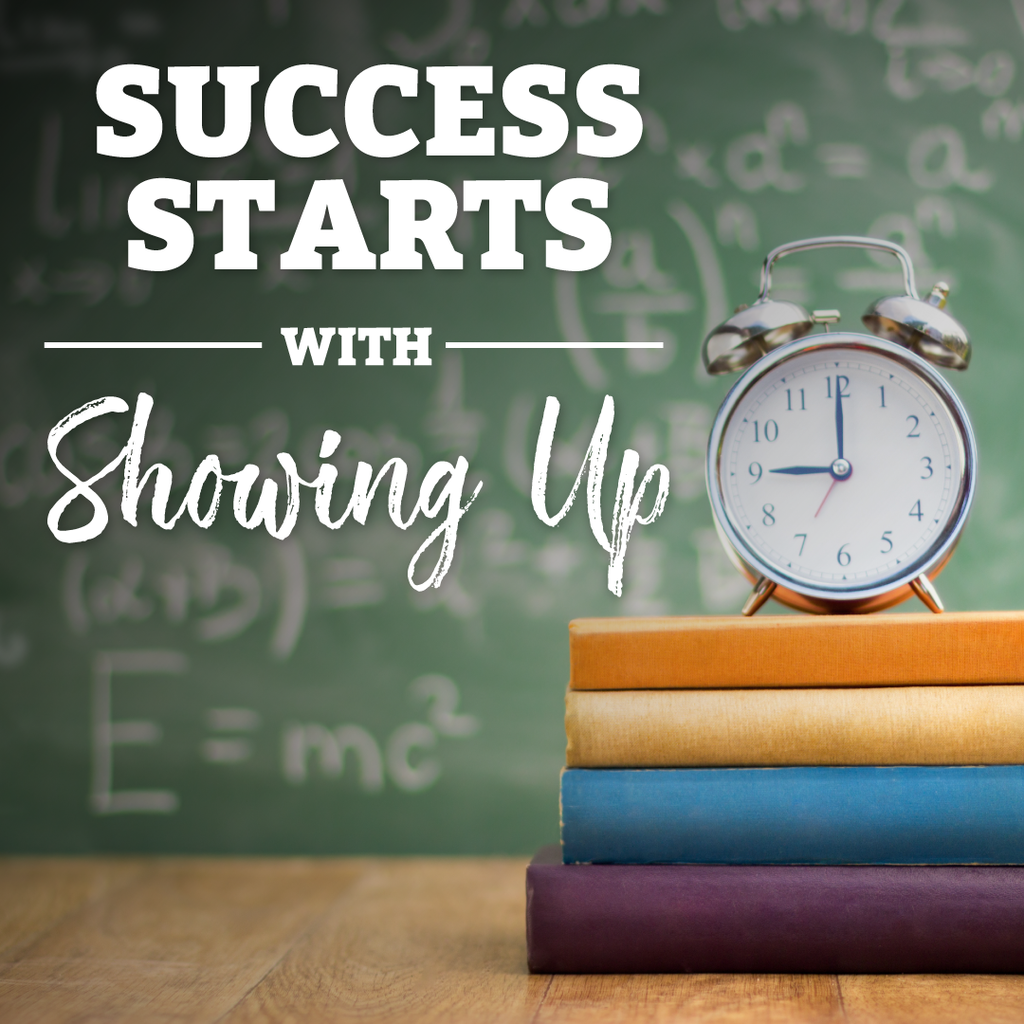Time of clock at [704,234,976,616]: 9:00
